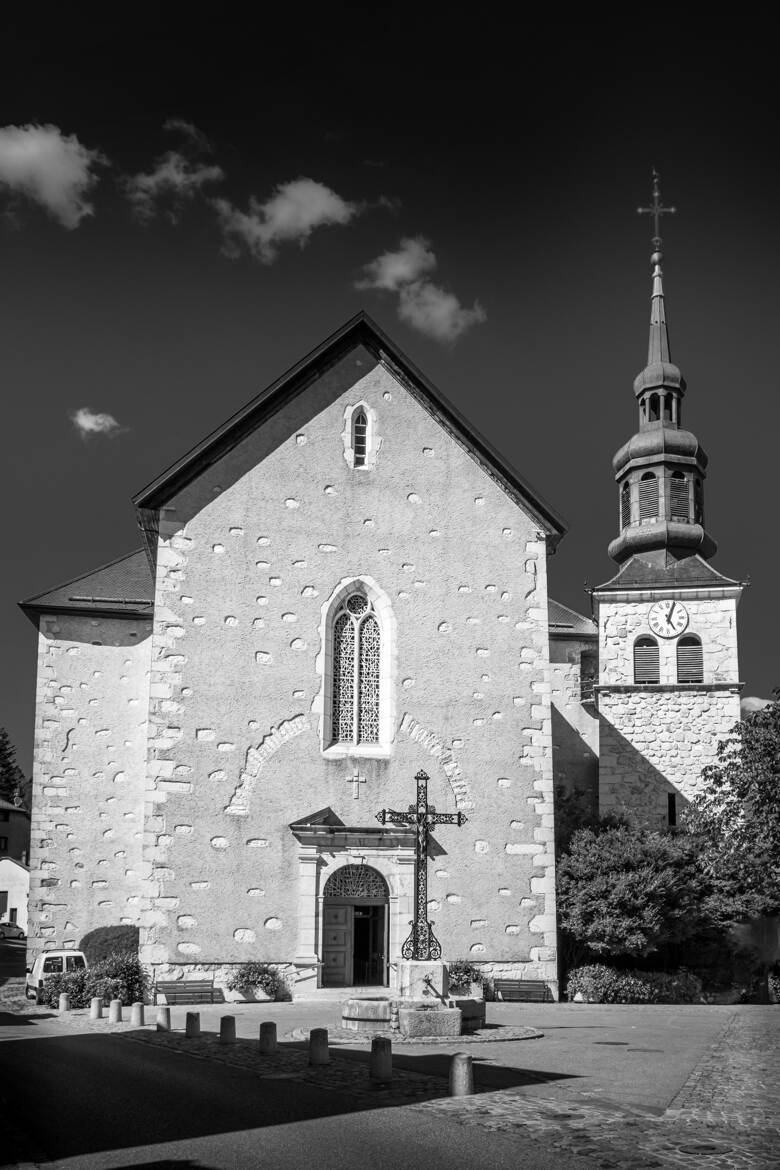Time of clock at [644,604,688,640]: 5:03
